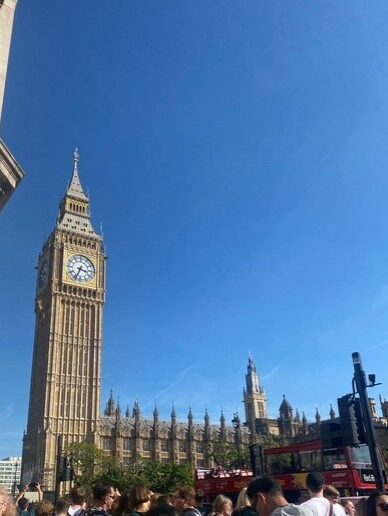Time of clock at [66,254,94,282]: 3:33
